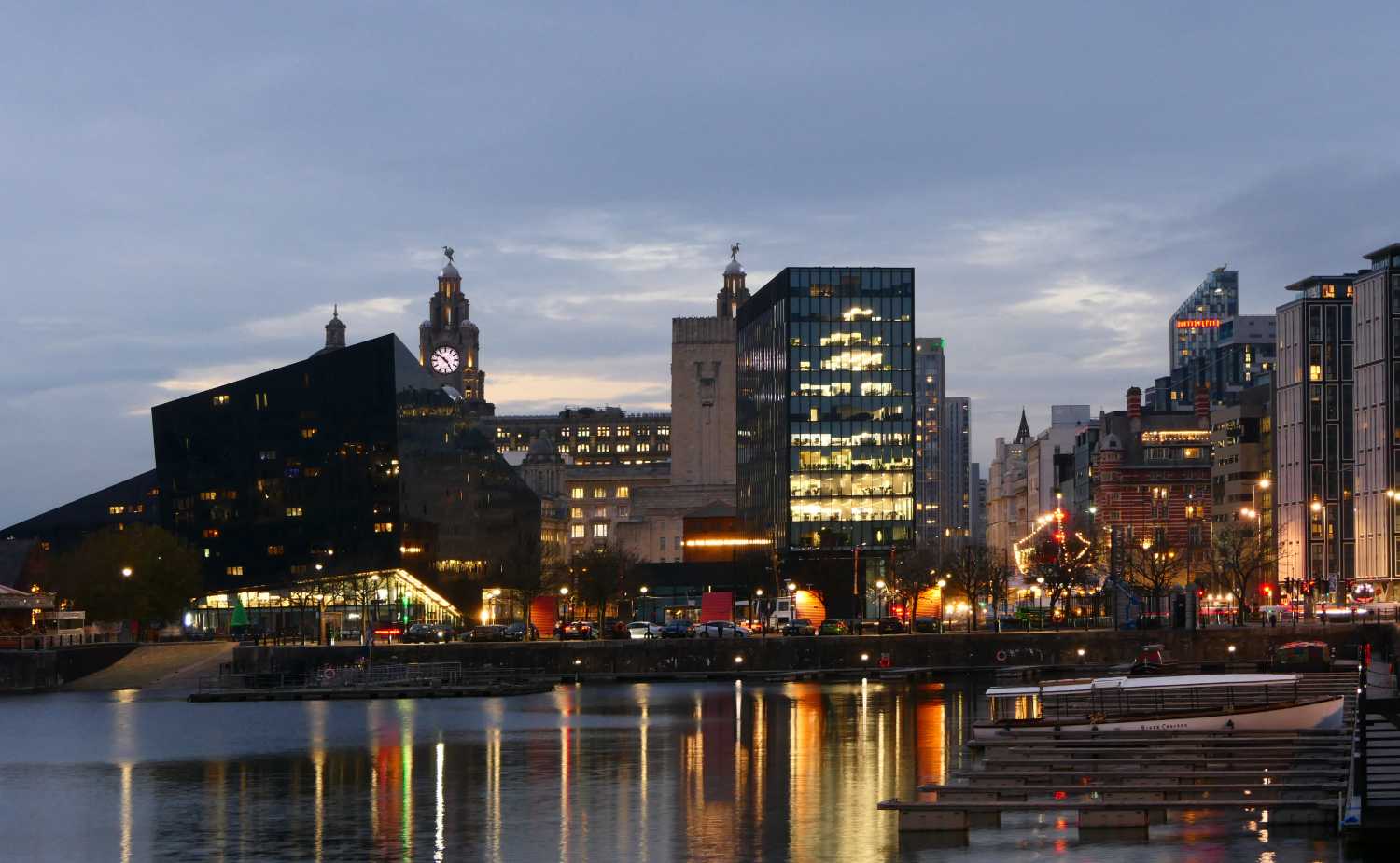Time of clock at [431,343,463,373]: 4:50
